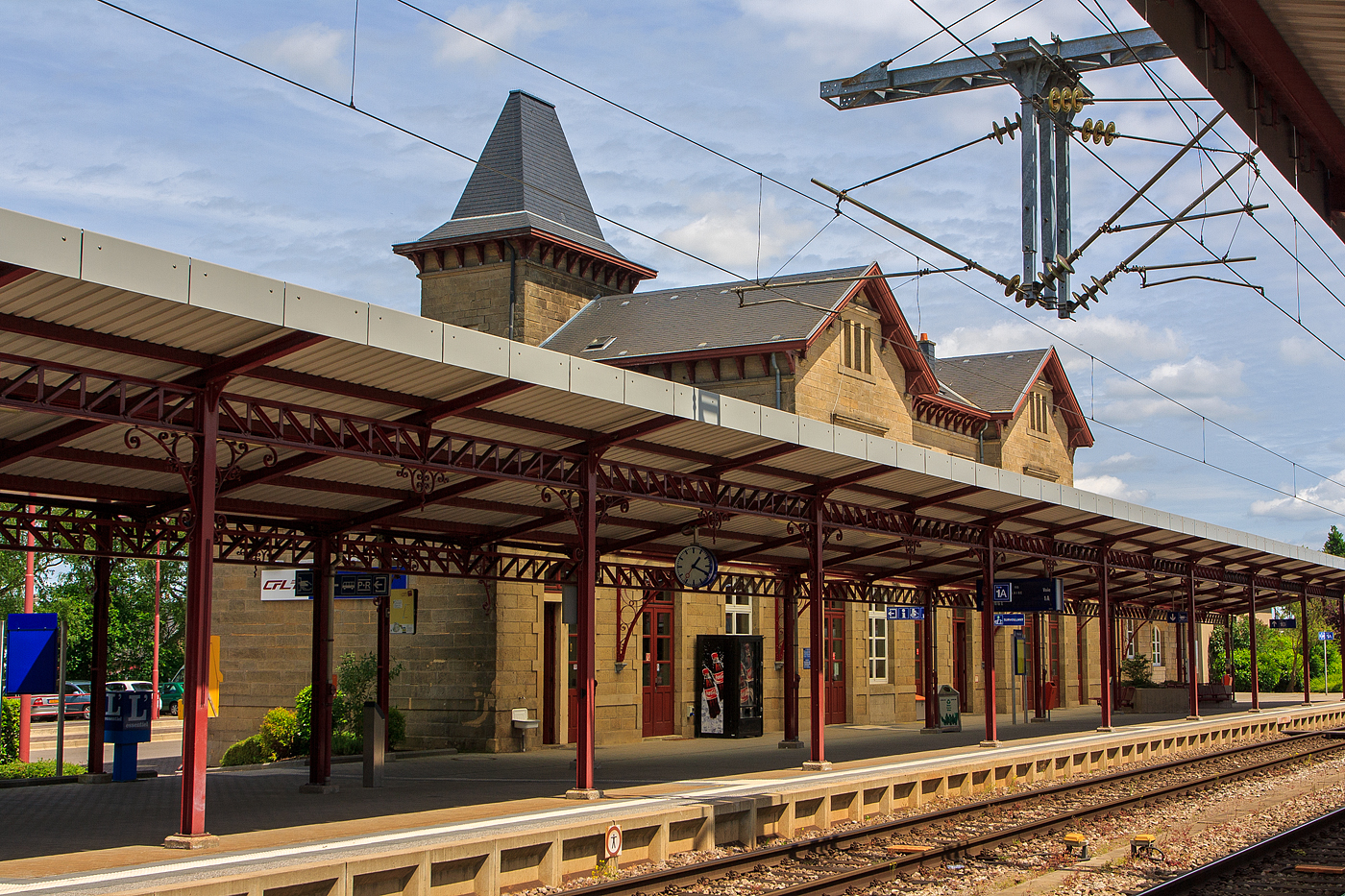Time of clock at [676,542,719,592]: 1:19
